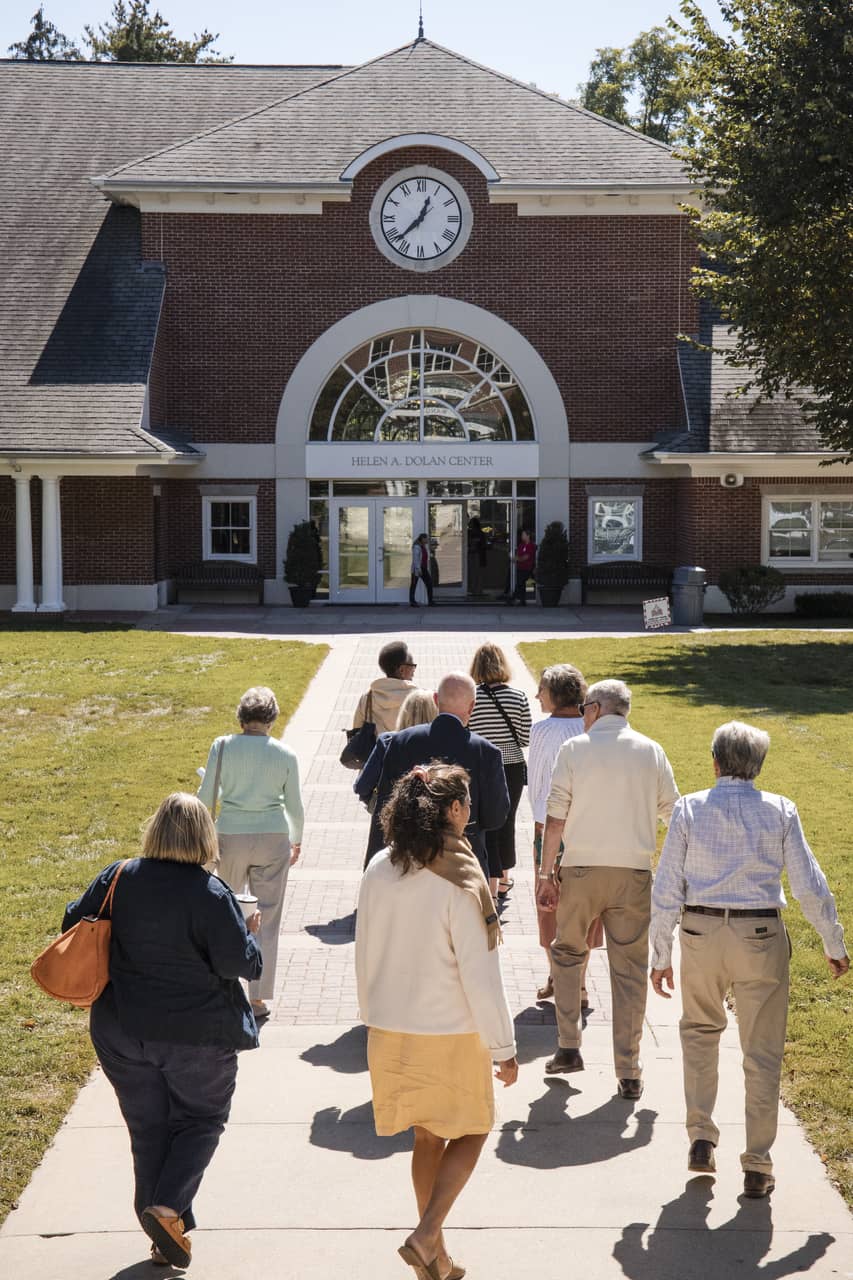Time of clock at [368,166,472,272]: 12:37
